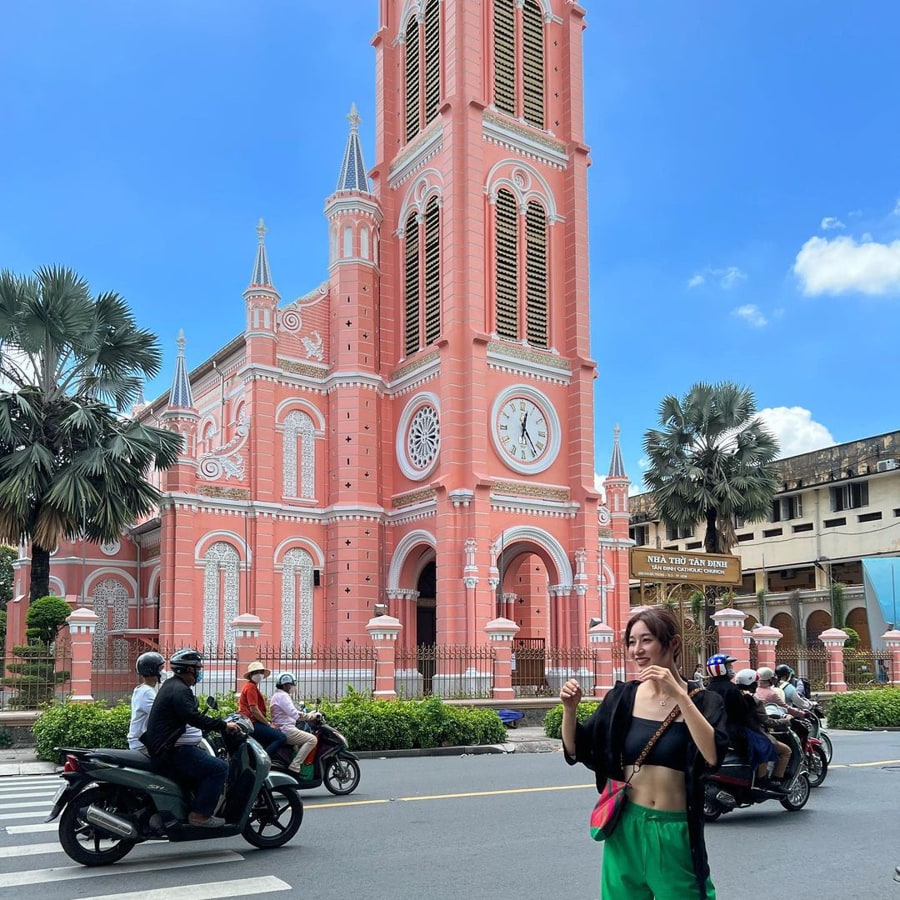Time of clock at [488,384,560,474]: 12:23
